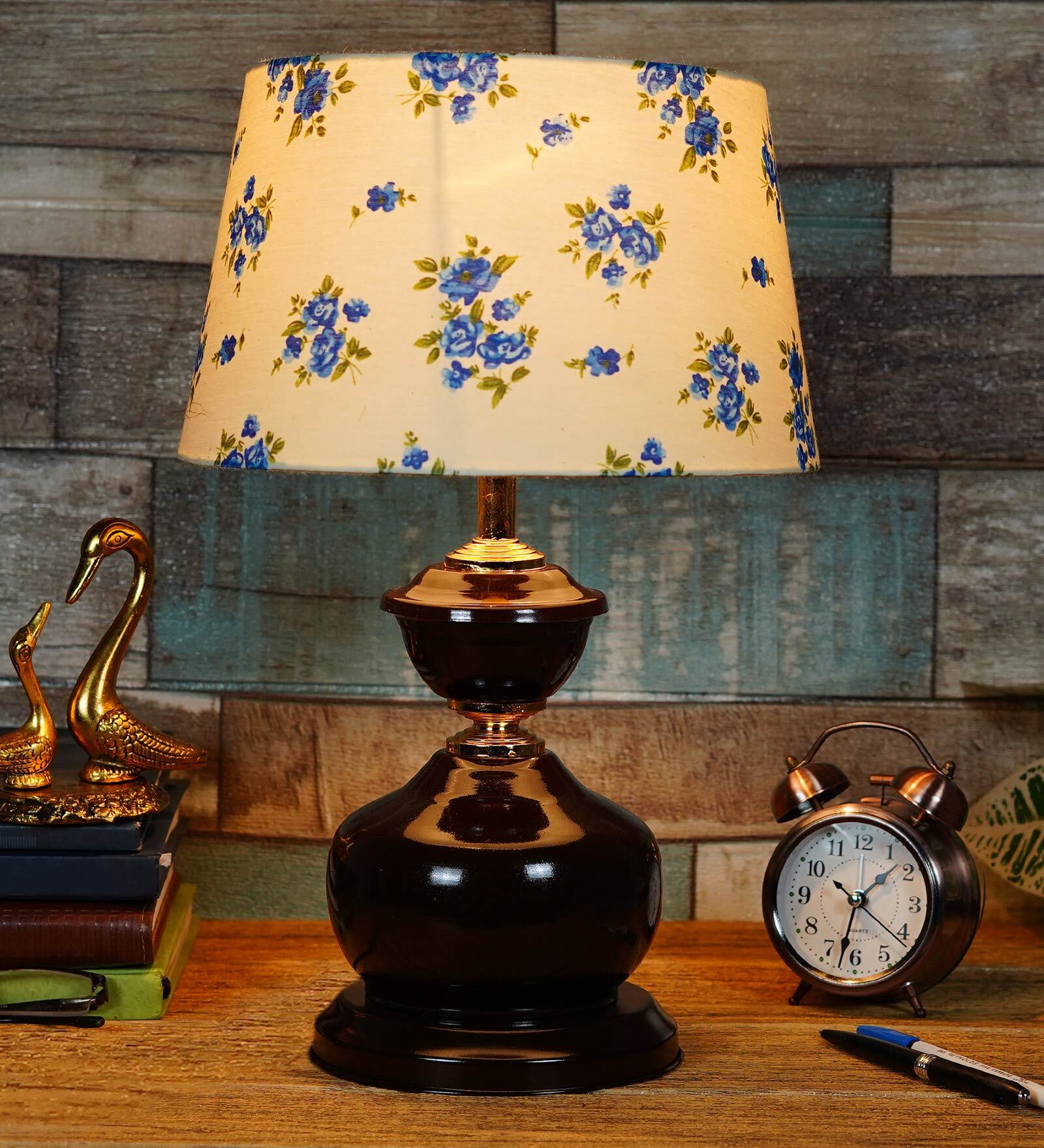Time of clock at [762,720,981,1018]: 1:32
